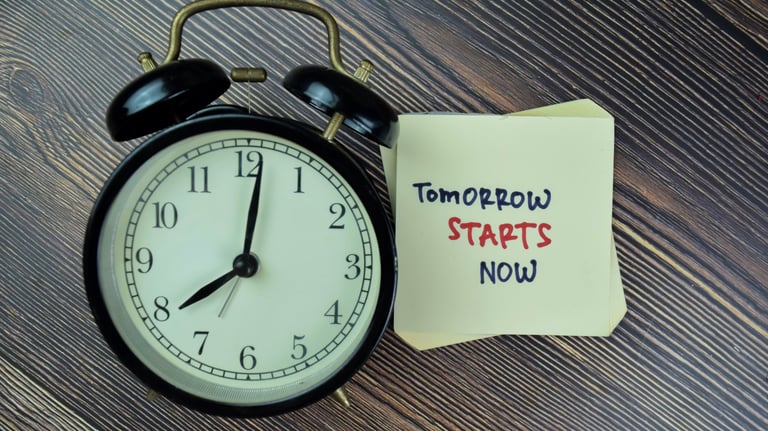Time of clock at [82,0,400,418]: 8:01
